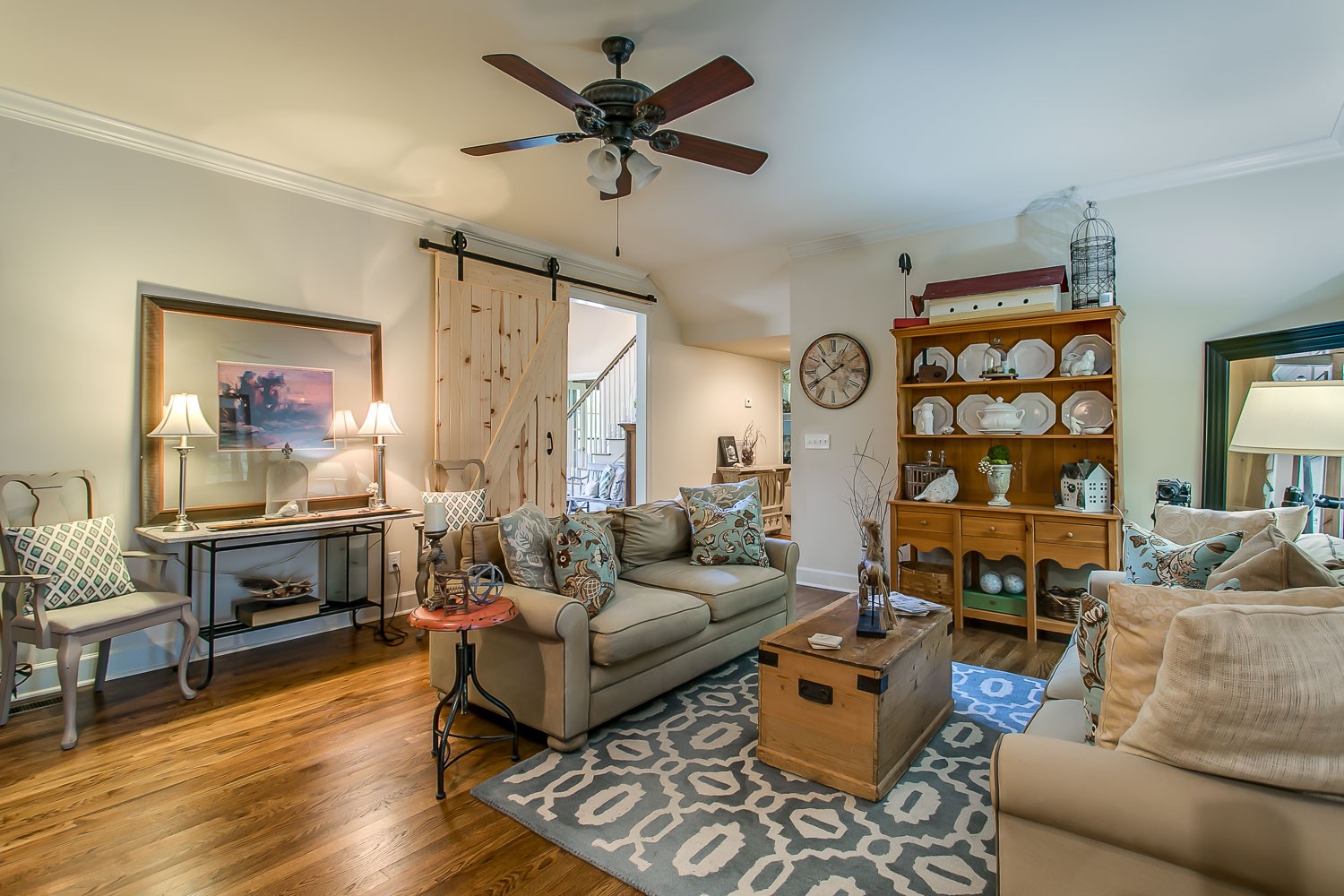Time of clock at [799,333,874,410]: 10:39
